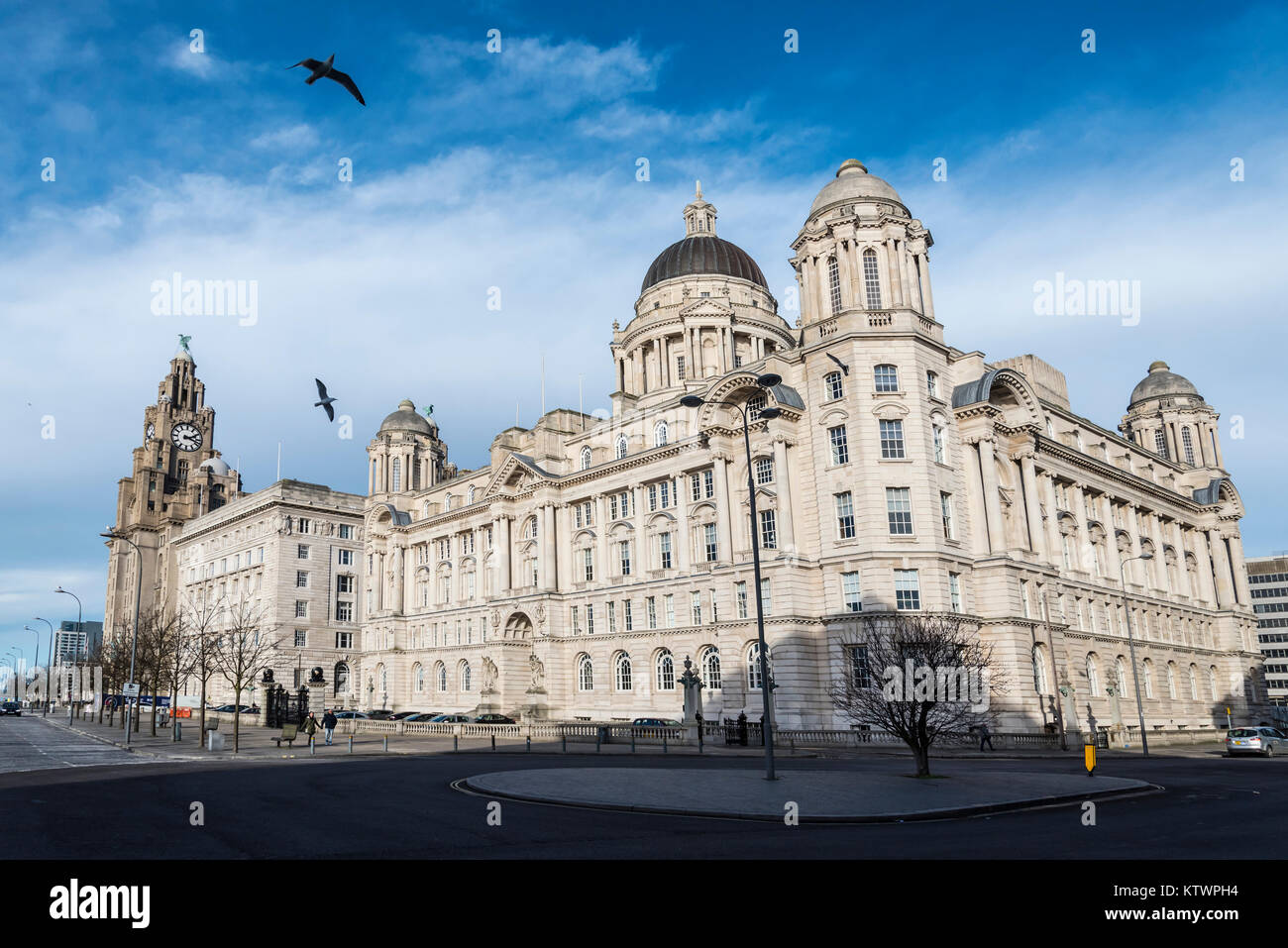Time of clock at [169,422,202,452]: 2:18
